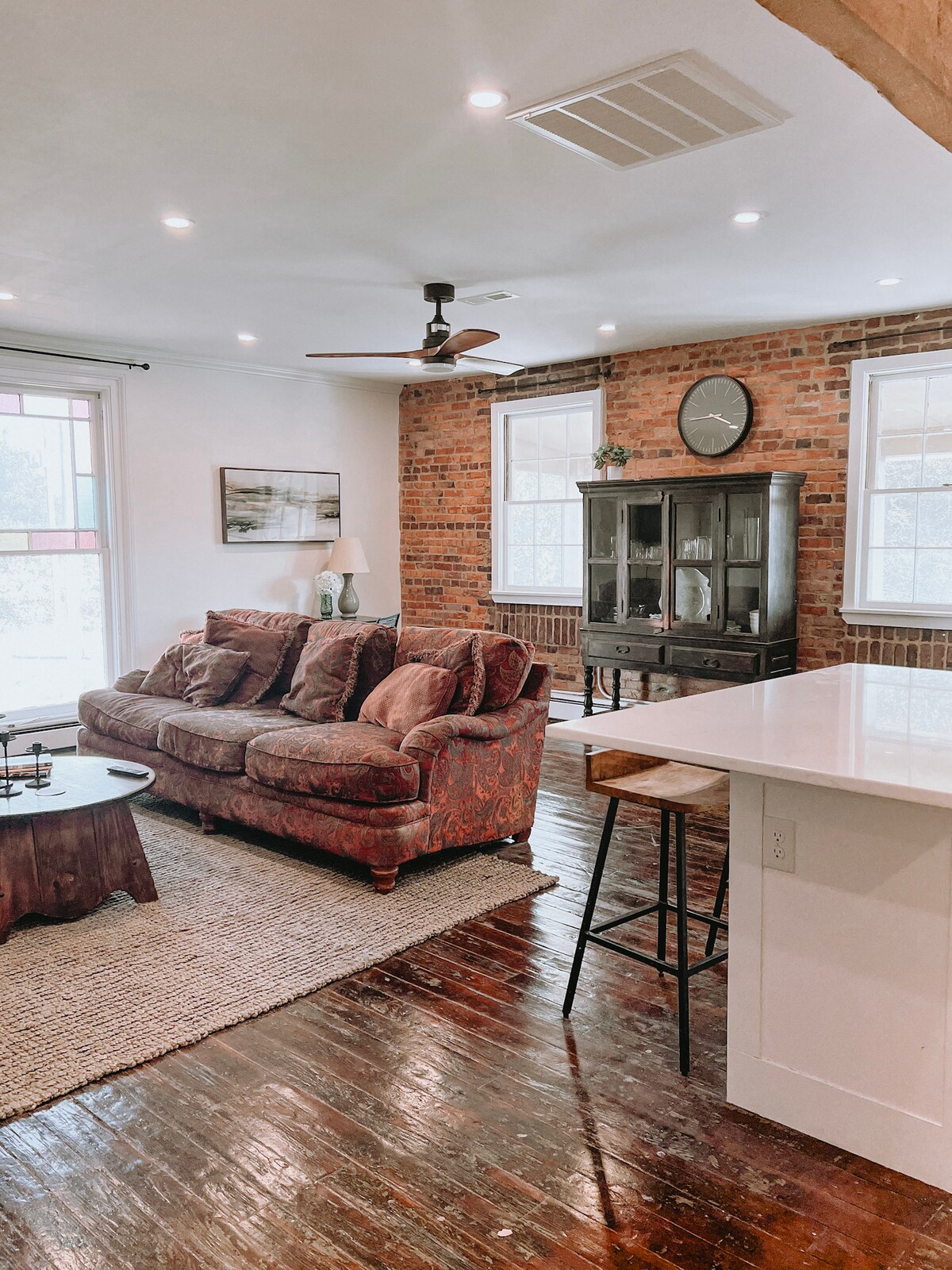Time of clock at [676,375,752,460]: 3:44
